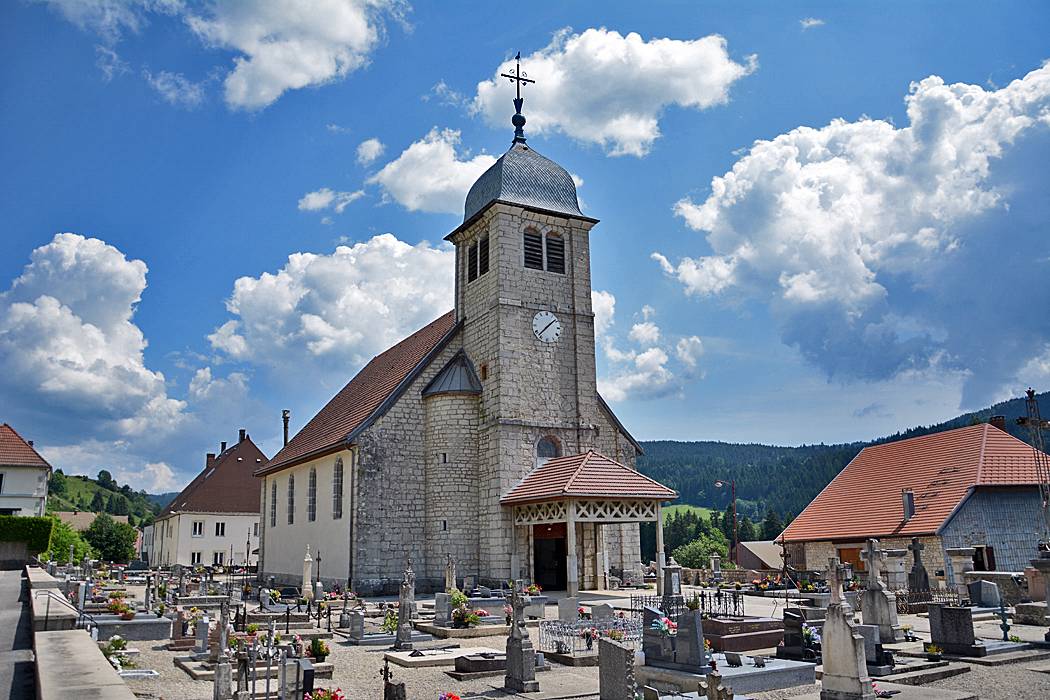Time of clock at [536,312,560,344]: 1:37
